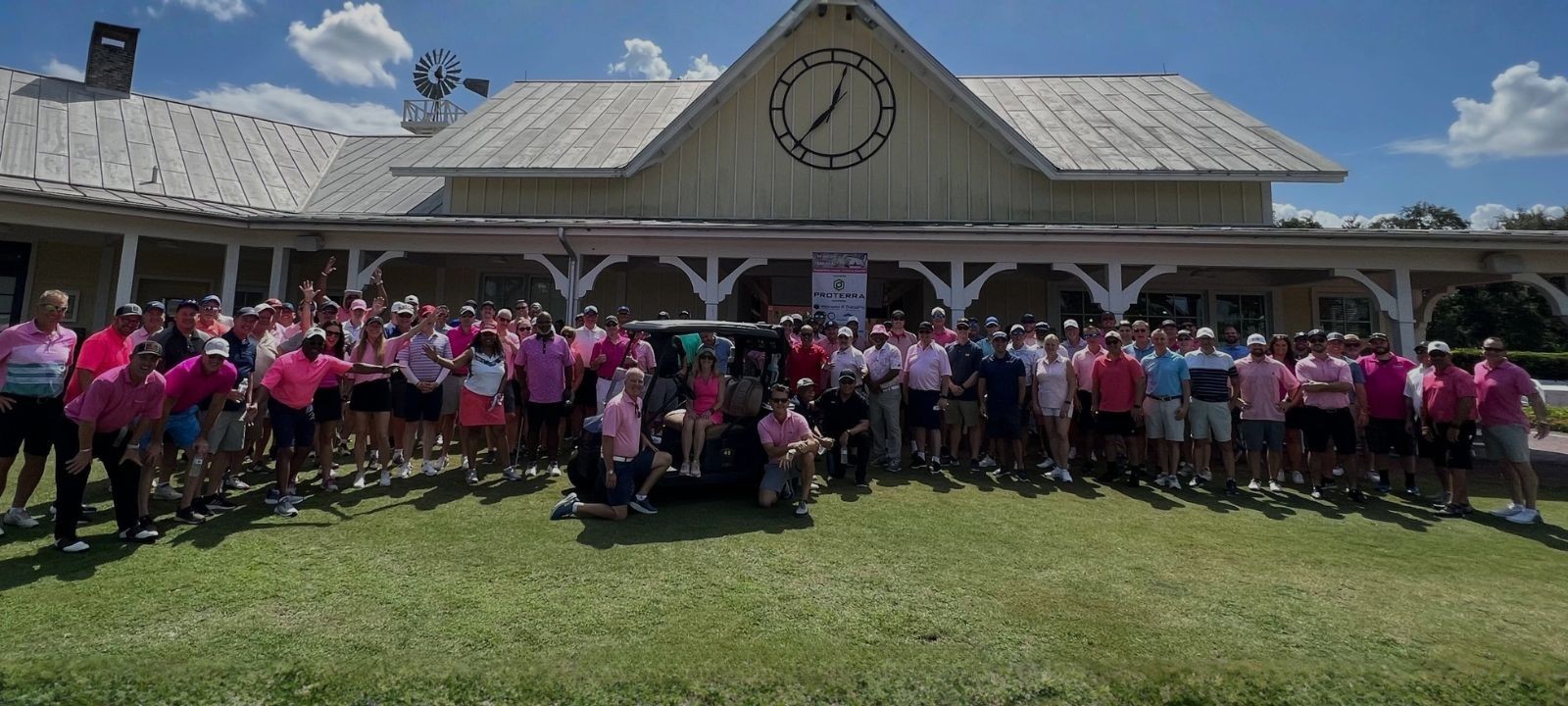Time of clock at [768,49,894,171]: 12:37
